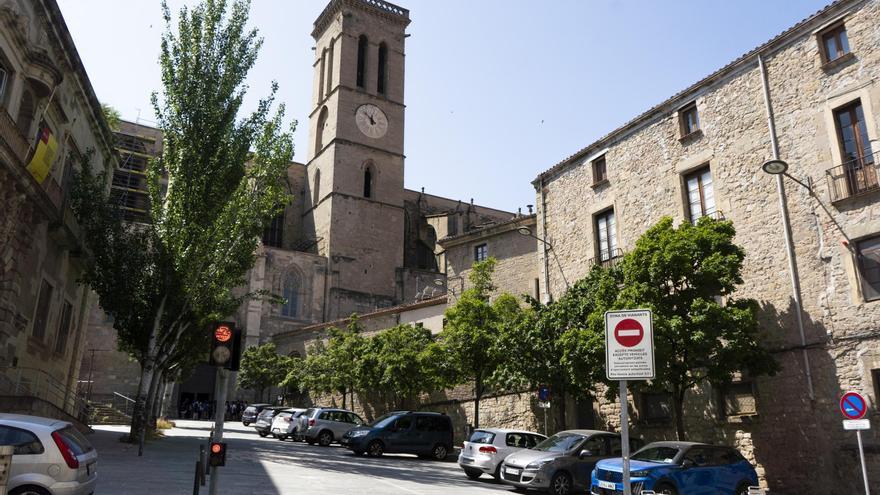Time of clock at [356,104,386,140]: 11:51
